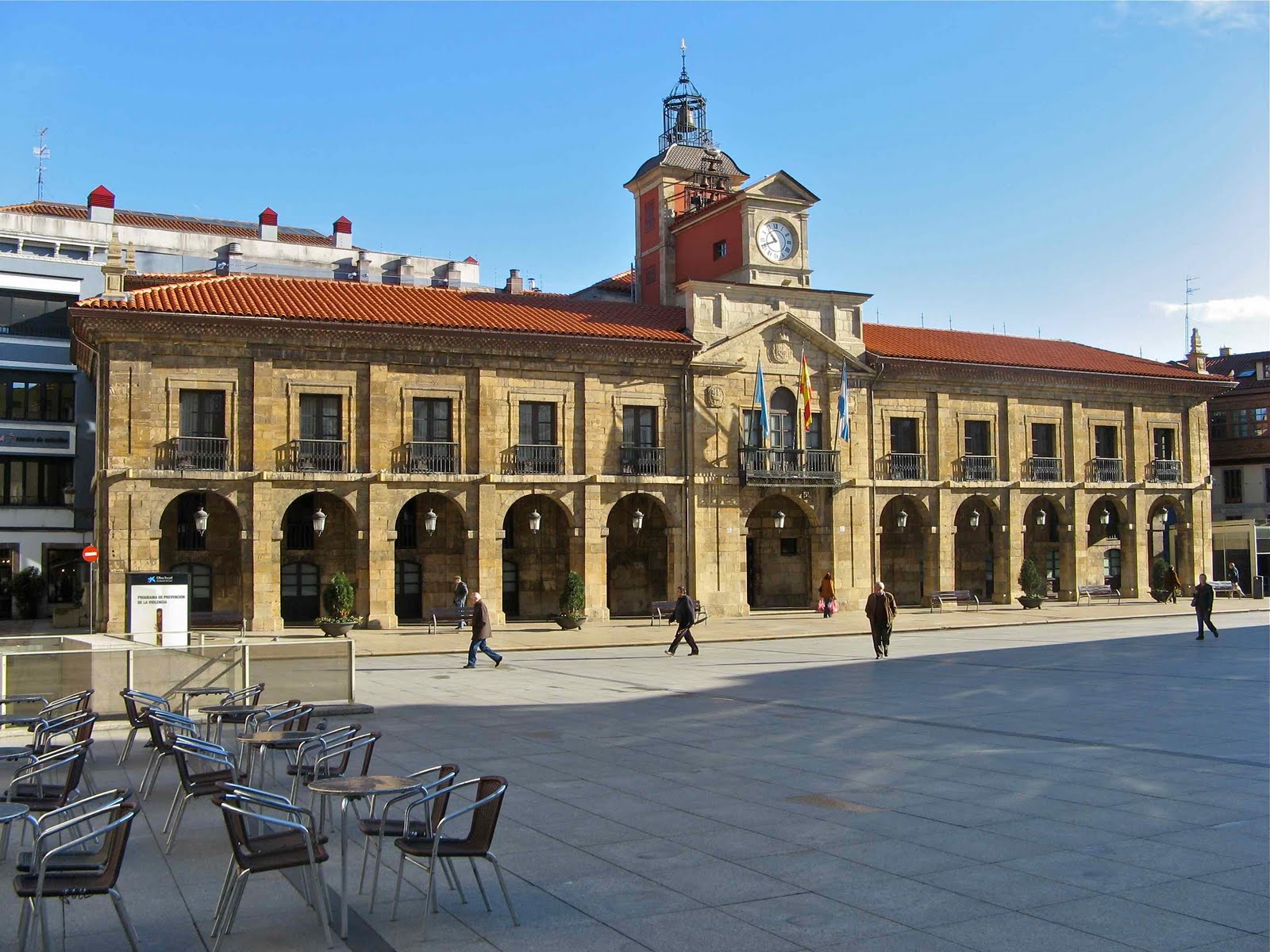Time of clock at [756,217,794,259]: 10:41
